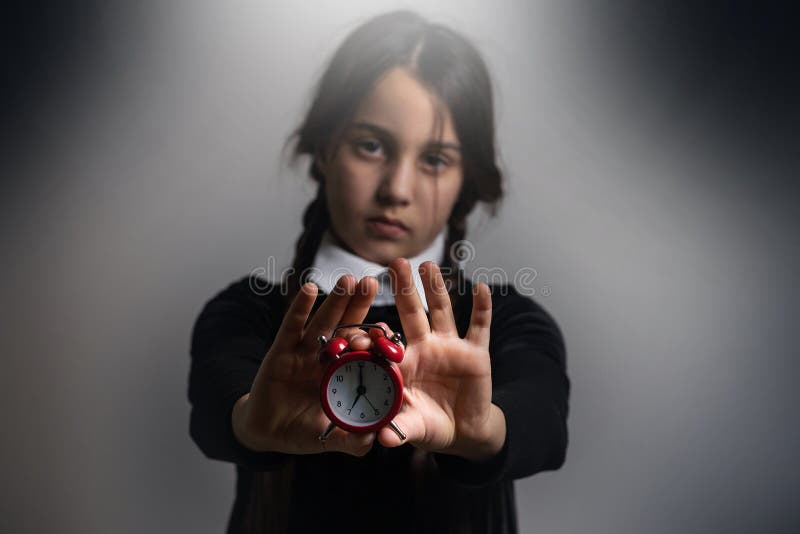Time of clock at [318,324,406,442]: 7:00
